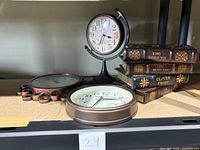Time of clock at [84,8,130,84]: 3:34
